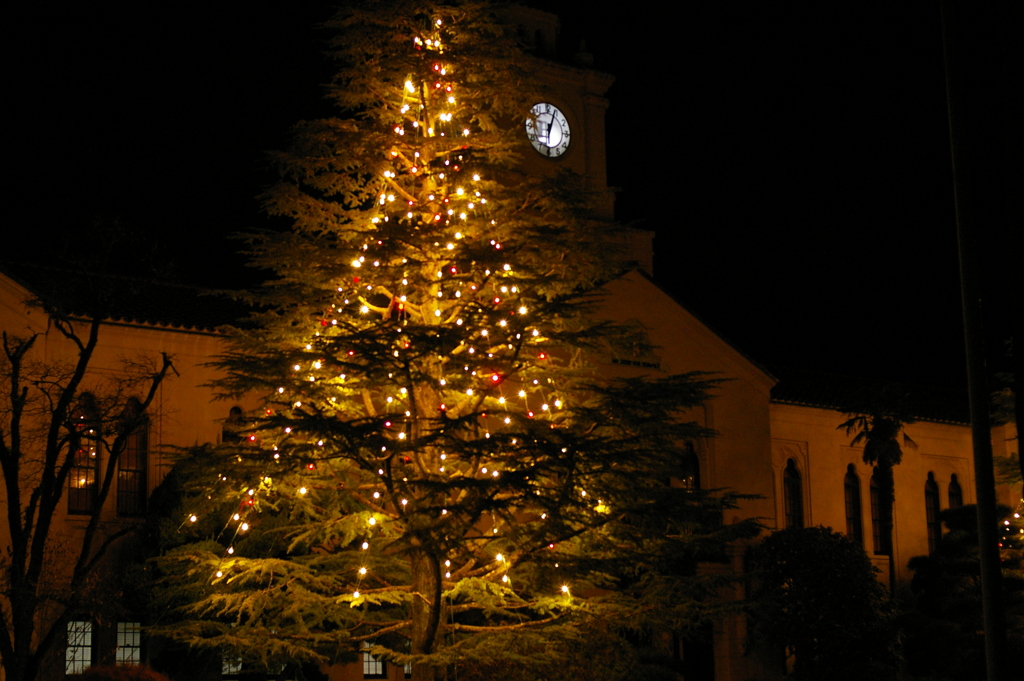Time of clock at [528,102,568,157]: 6:03
